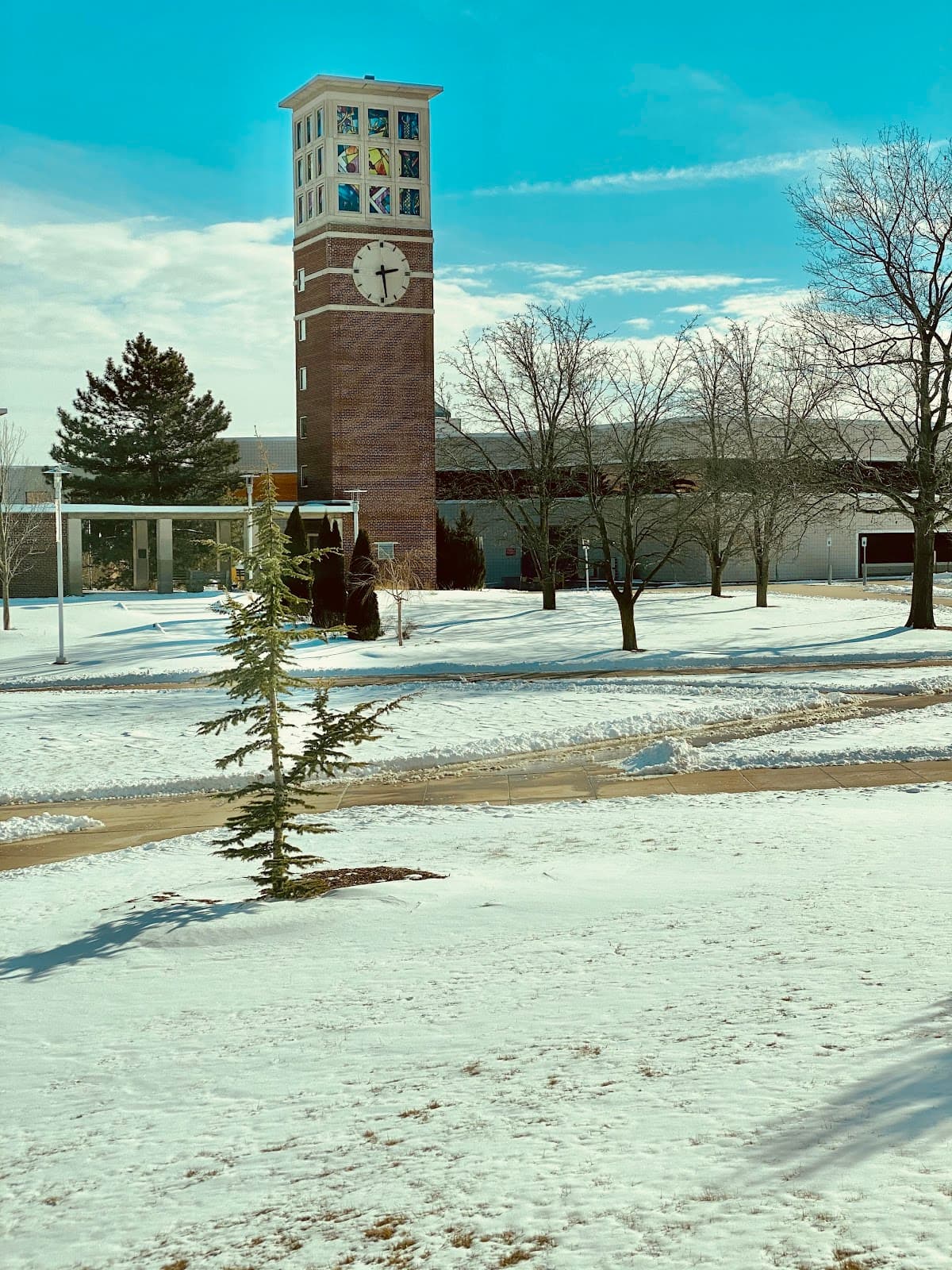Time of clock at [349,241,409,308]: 2:28
